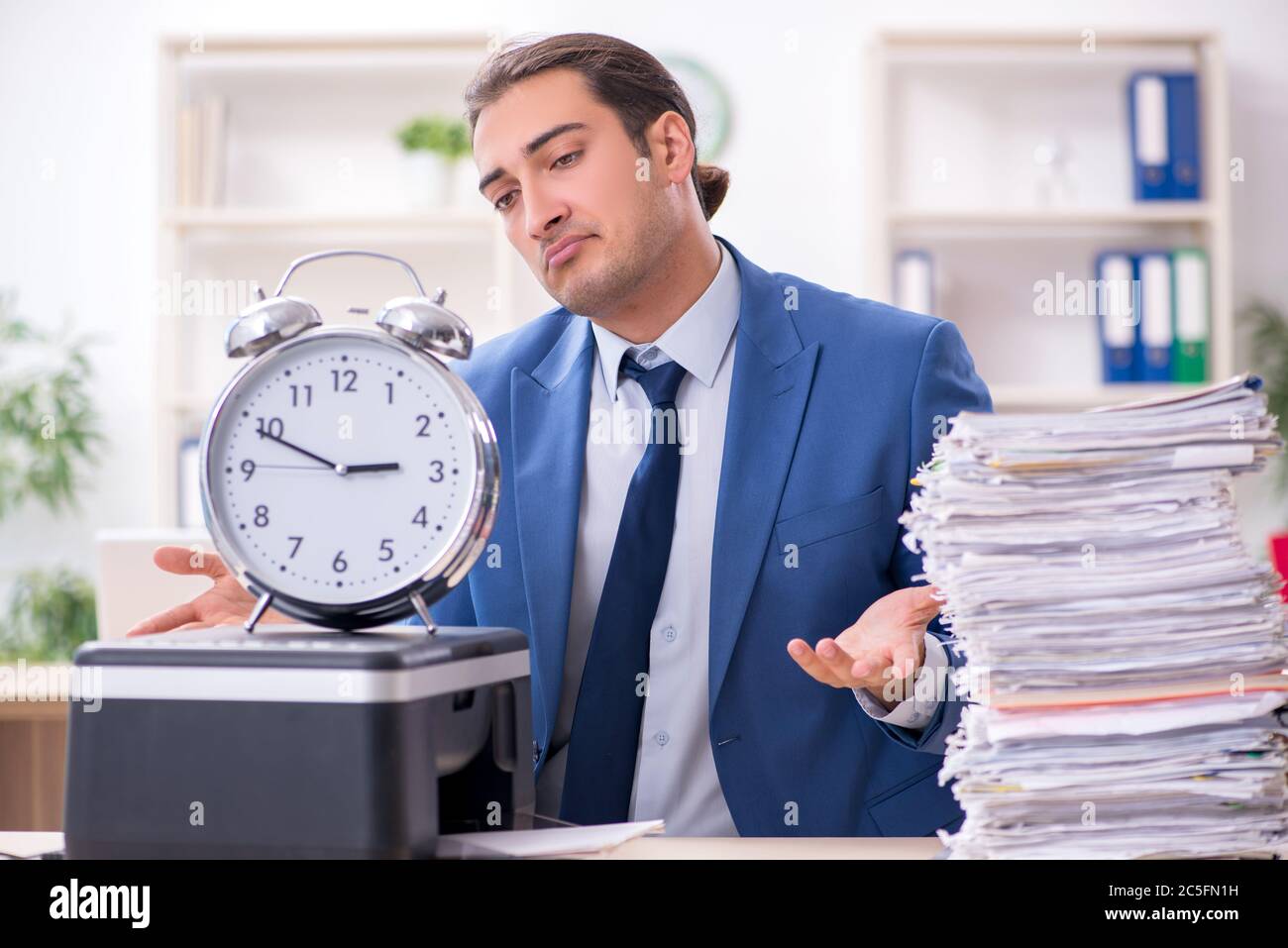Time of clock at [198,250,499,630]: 2:49
